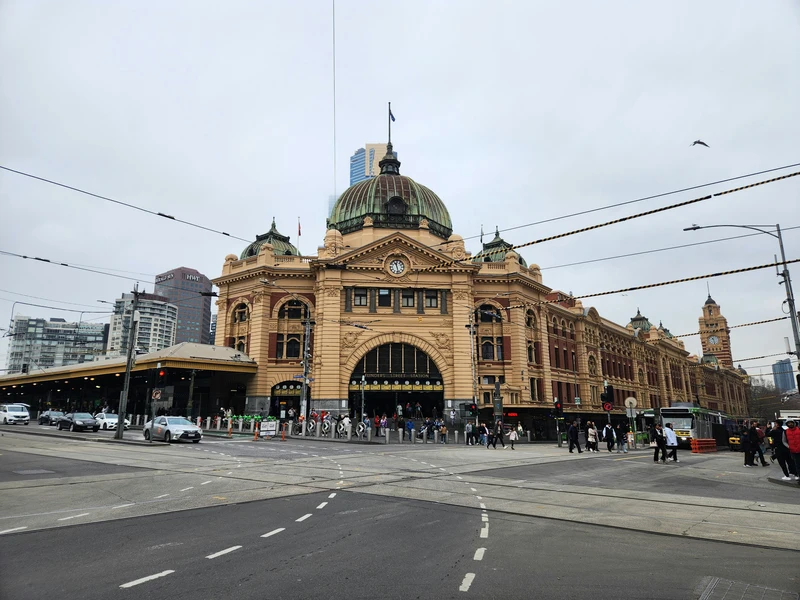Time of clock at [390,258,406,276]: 11:28
